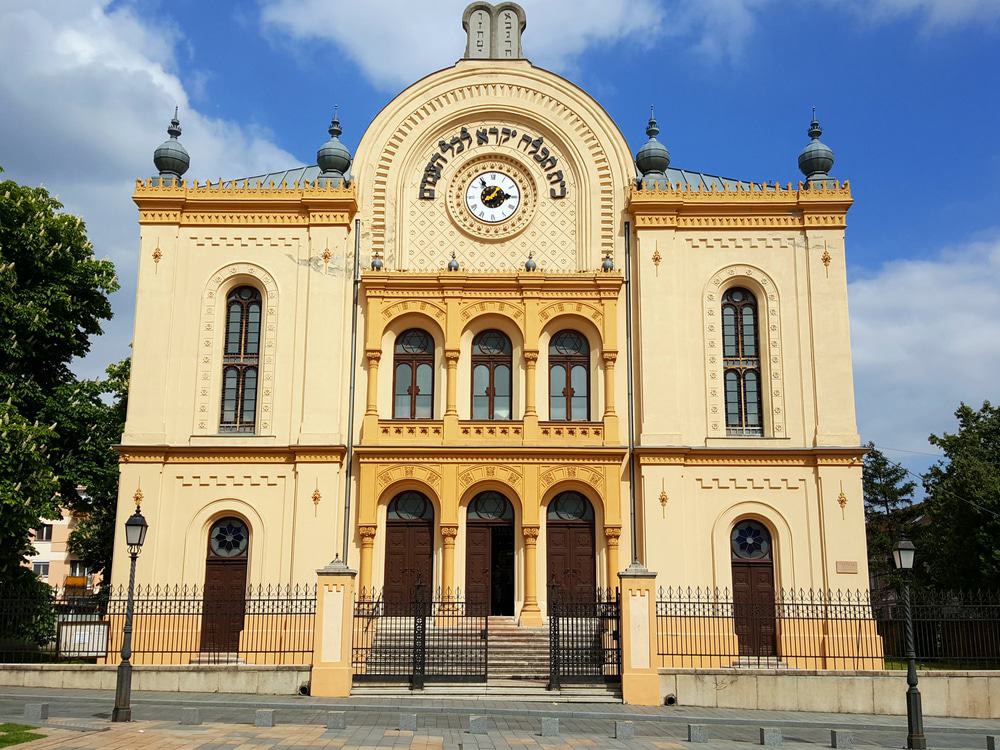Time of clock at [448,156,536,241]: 2:54
